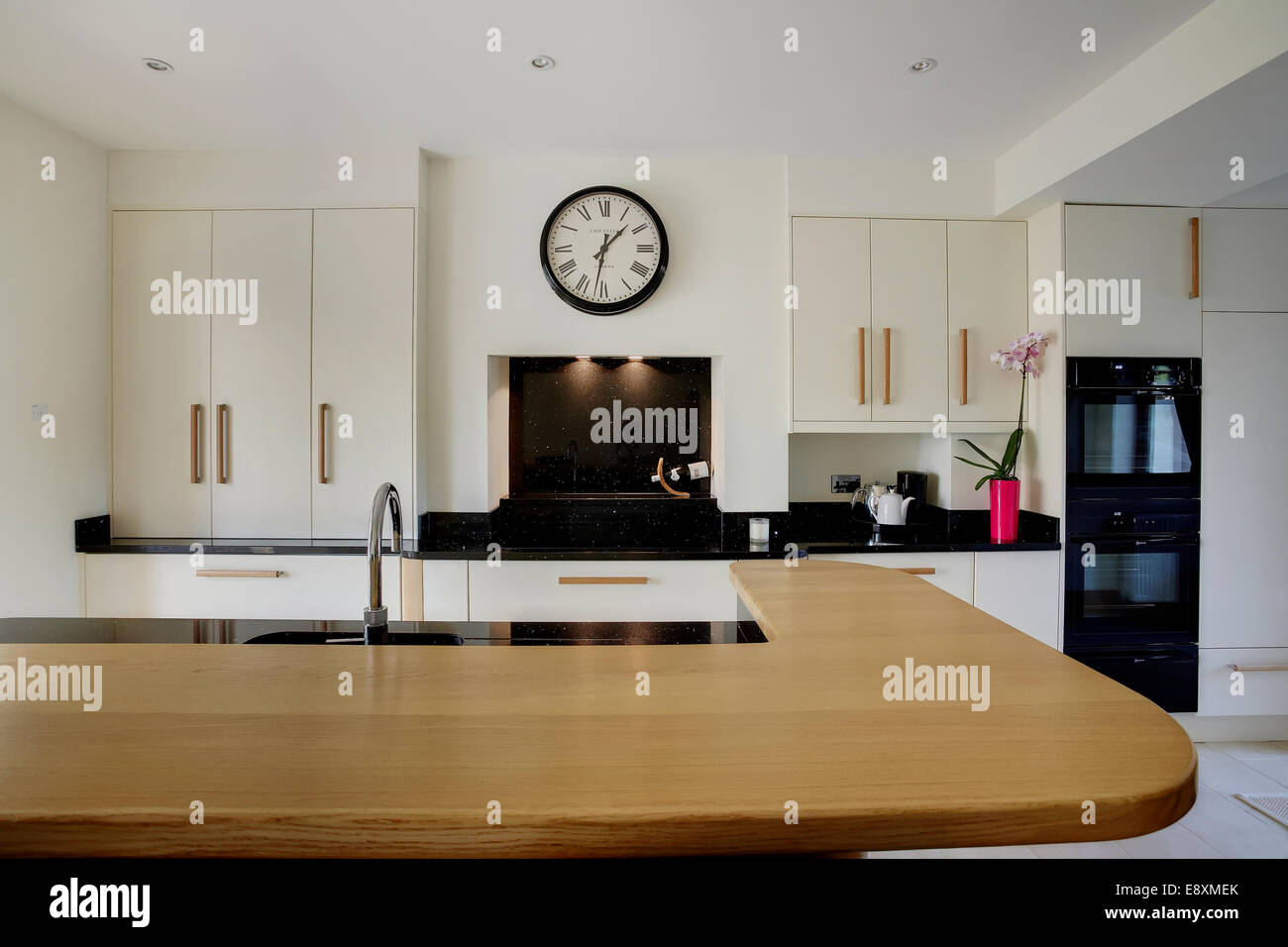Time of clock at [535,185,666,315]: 1:31
